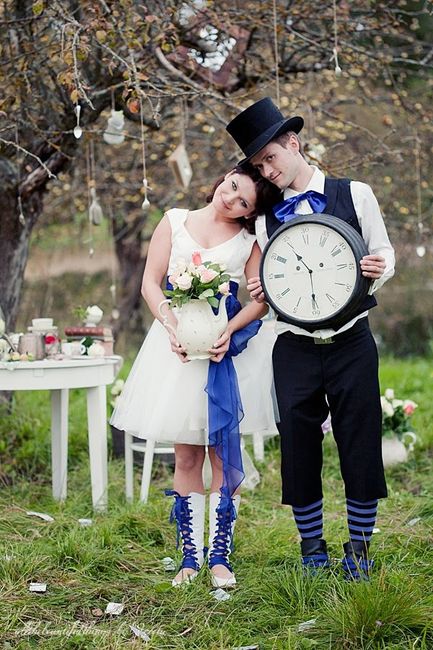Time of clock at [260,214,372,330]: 10:30
